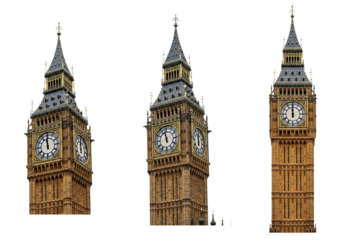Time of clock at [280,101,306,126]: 11:59
